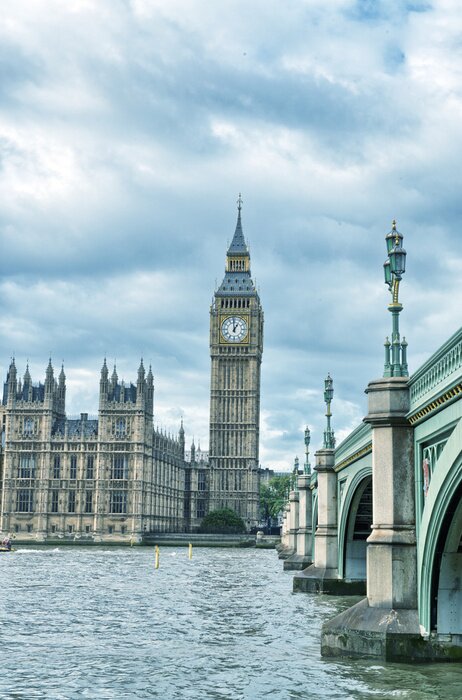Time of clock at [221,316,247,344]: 12:59
